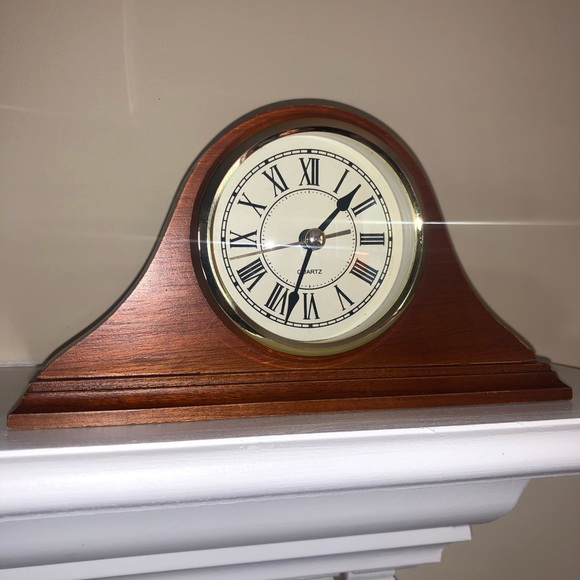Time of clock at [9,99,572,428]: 1:33
